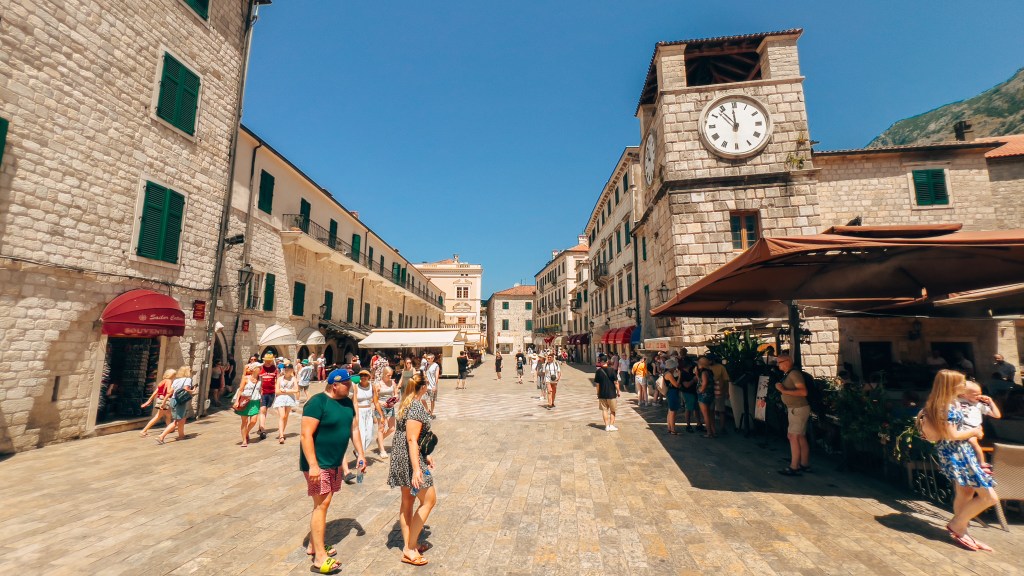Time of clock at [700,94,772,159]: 11:53
